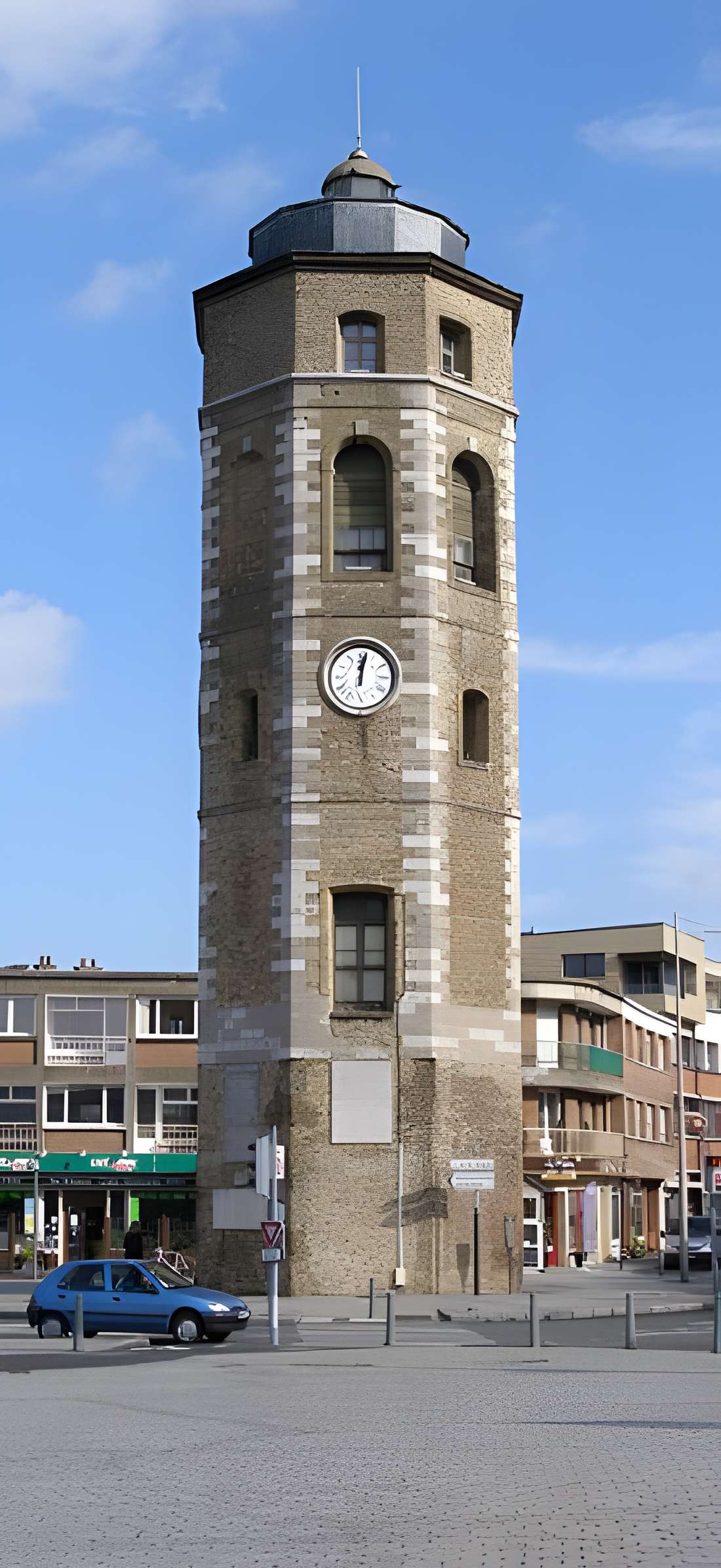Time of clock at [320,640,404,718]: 12:01
